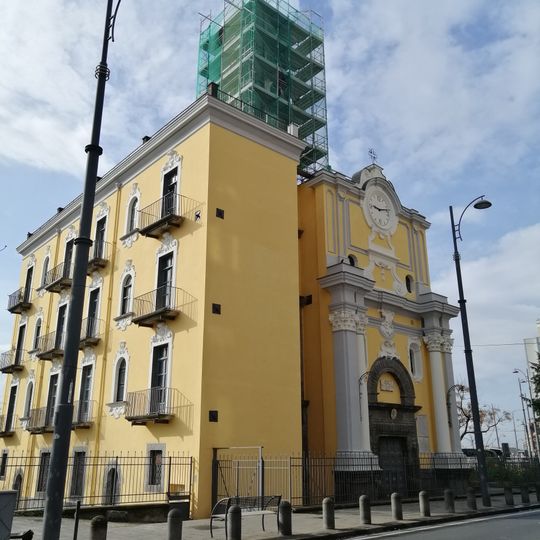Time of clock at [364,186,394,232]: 9:13
